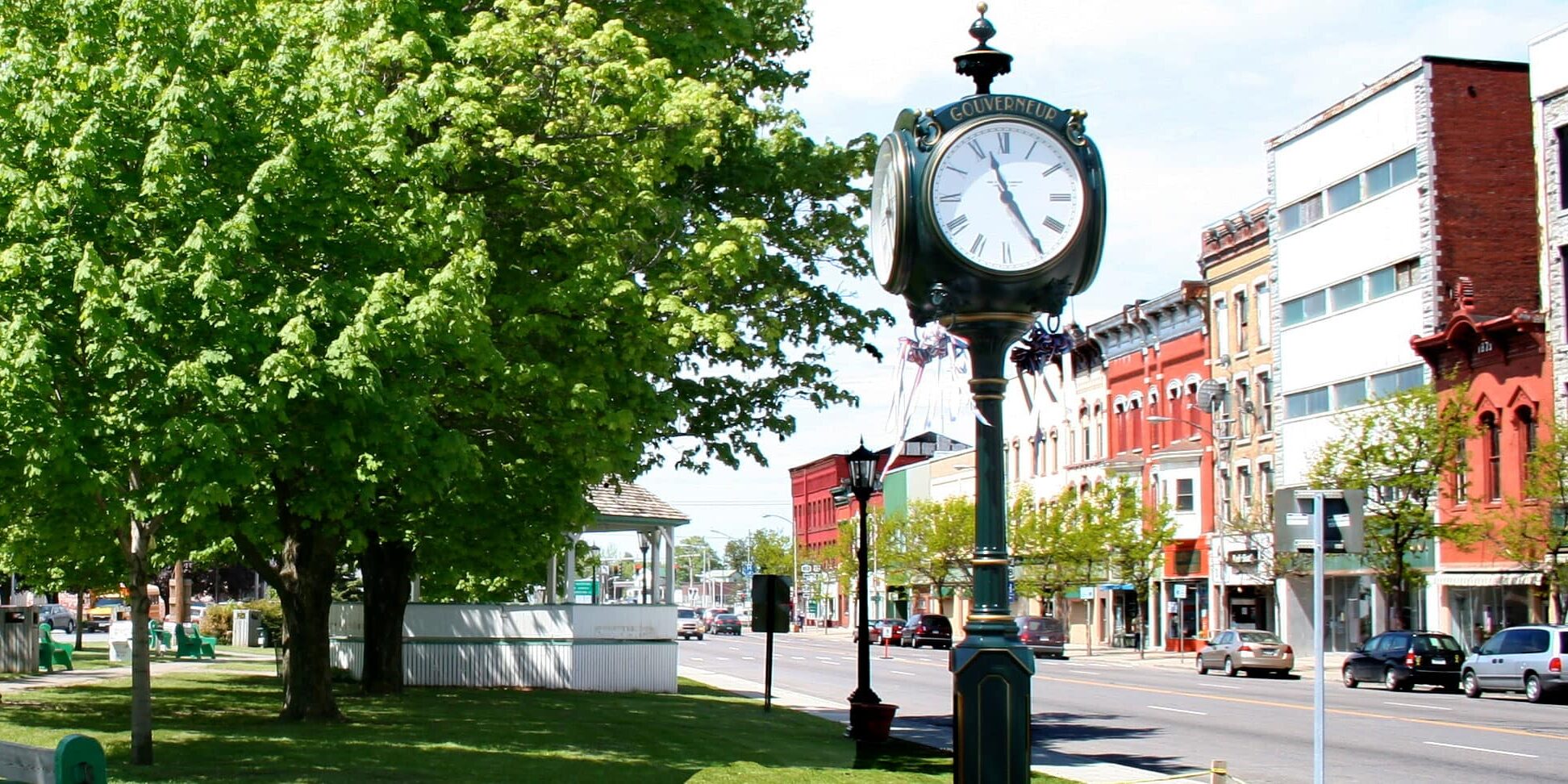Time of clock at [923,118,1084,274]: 11:24
